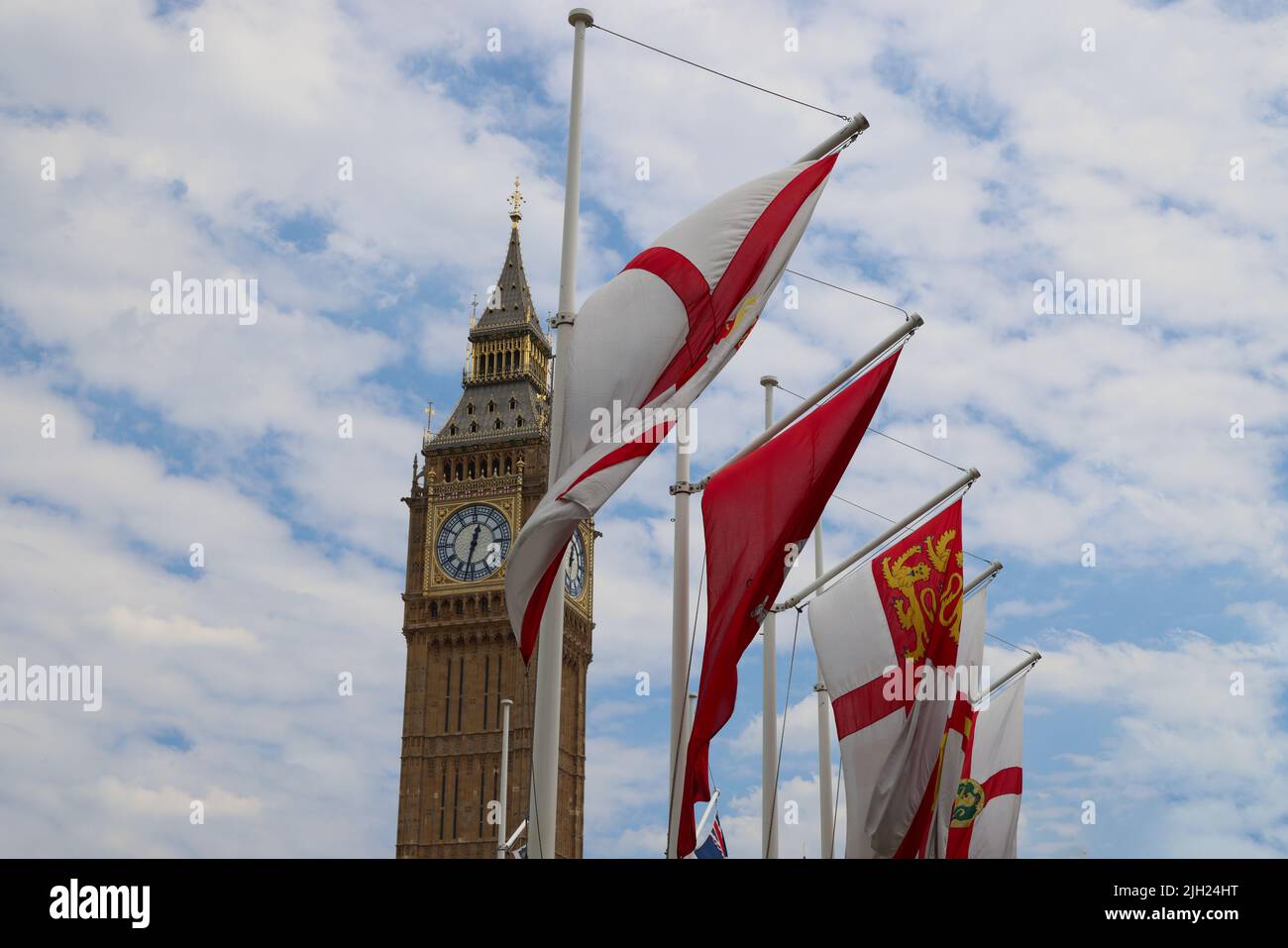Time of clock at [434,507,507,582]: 12:32
